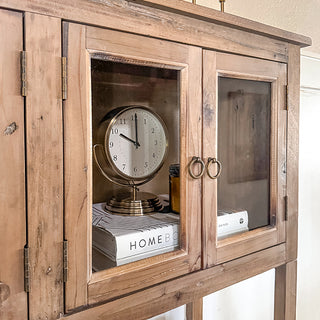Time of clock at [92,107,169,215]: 10:00
